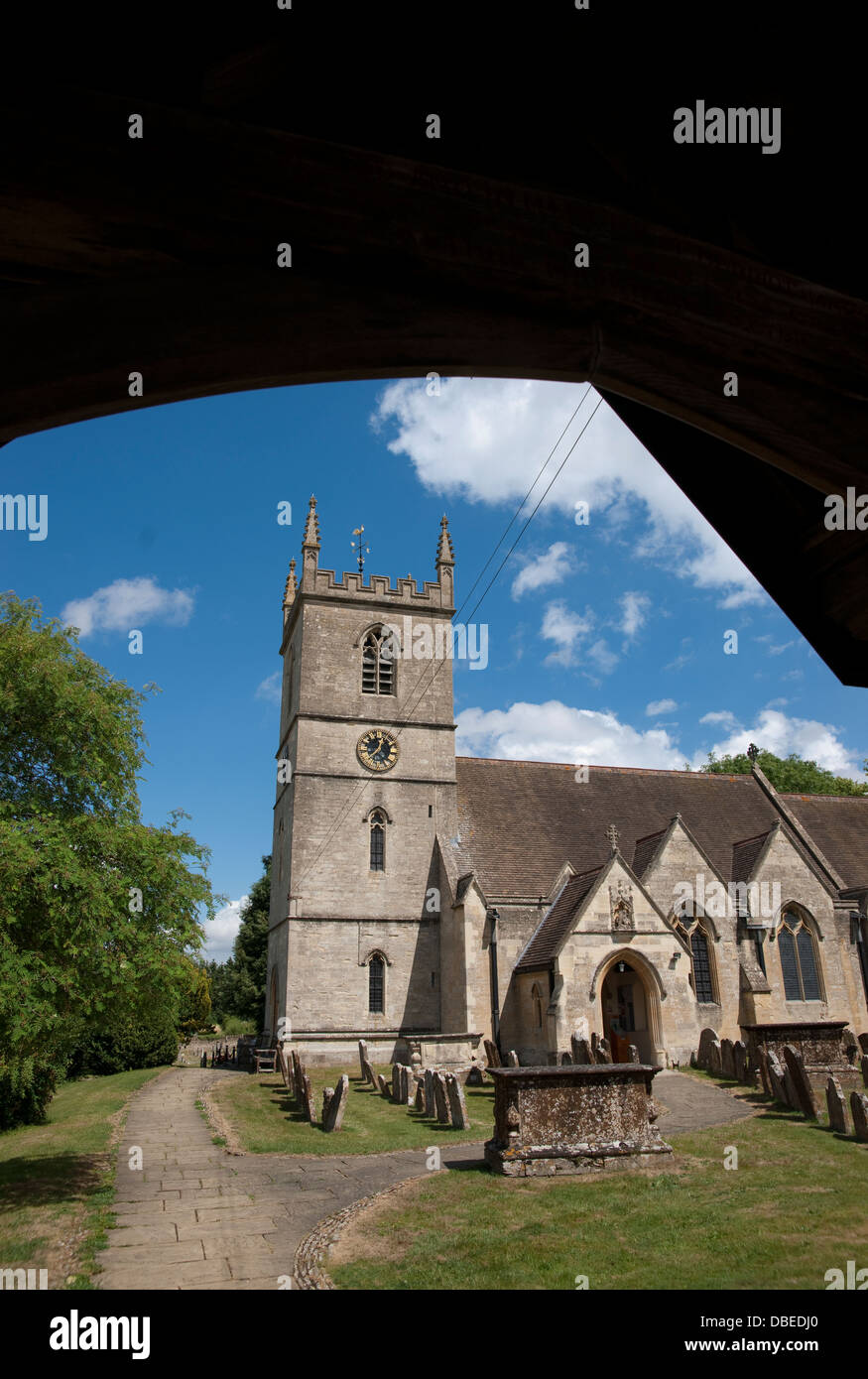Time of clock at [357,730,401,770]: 12:37
